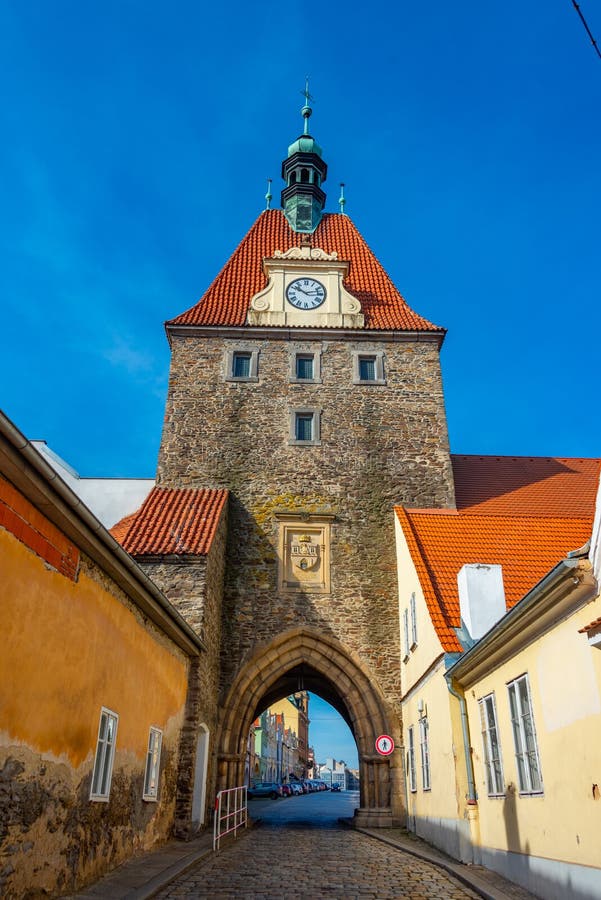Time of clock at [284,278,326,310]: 10:12
